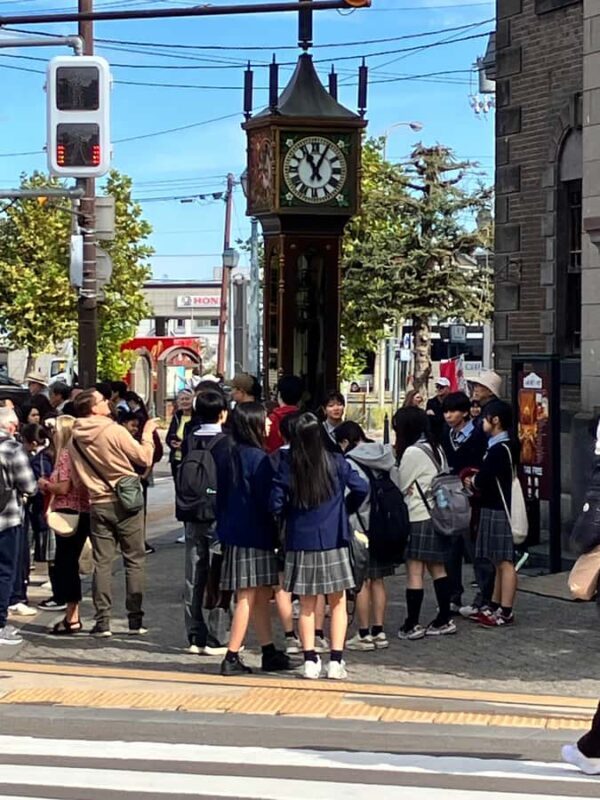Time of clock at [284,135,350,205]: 11:04
